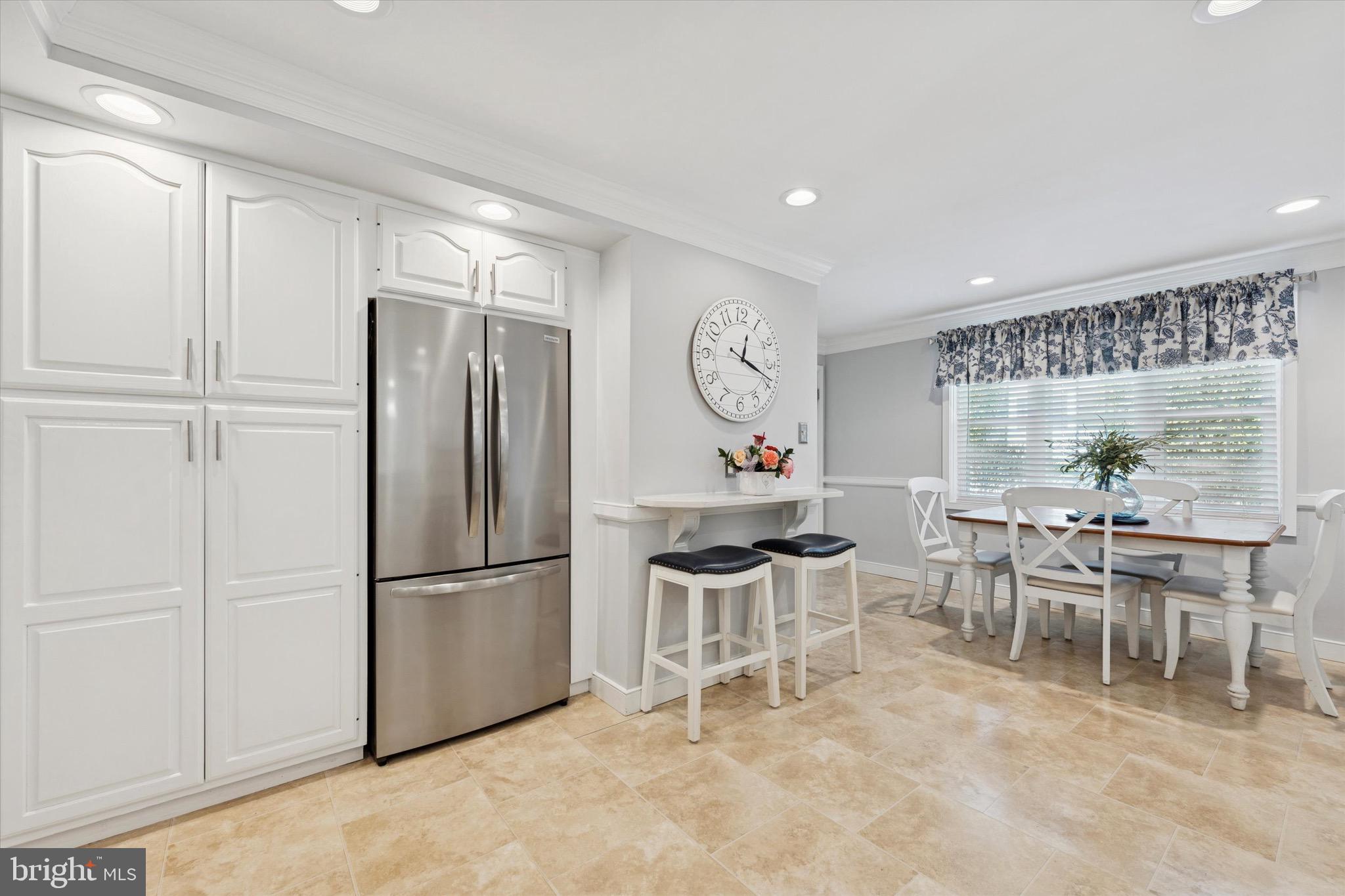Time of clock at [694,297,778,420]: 12:18
